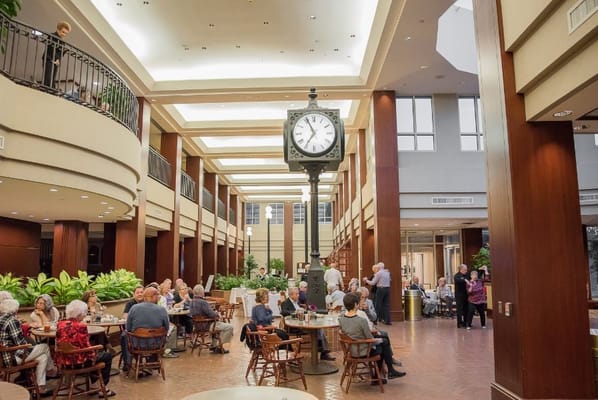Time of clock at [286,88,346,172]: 6:55
